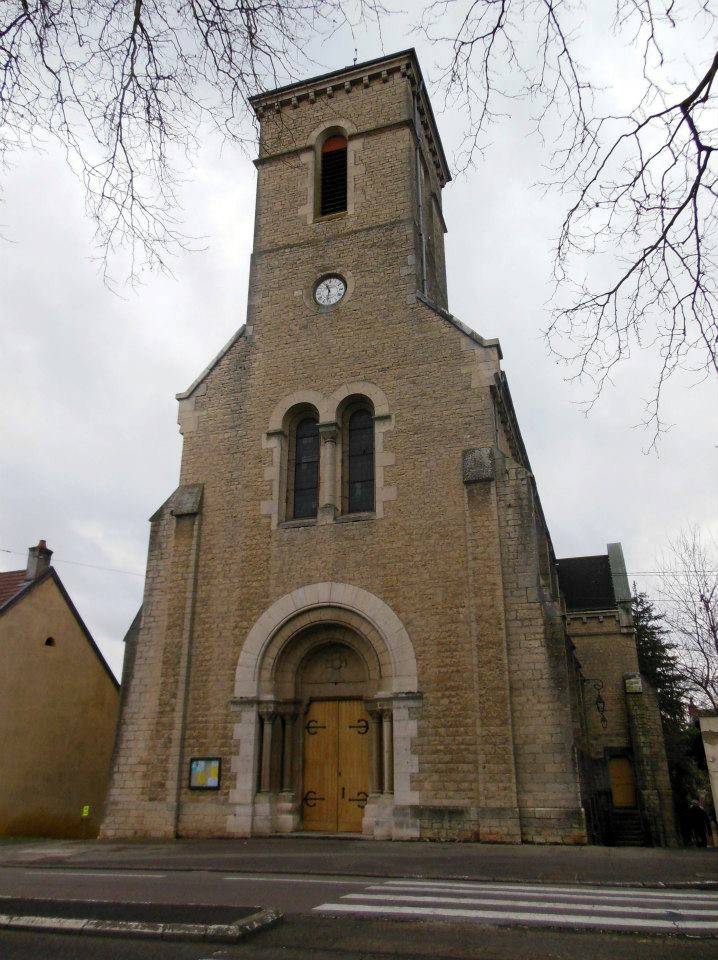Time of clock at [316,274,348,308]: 11:32
